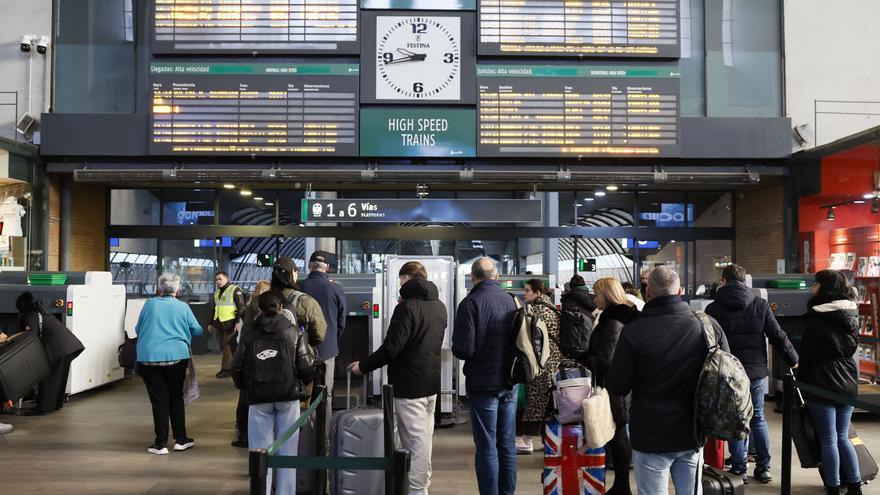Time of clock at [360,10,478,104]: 9:43
